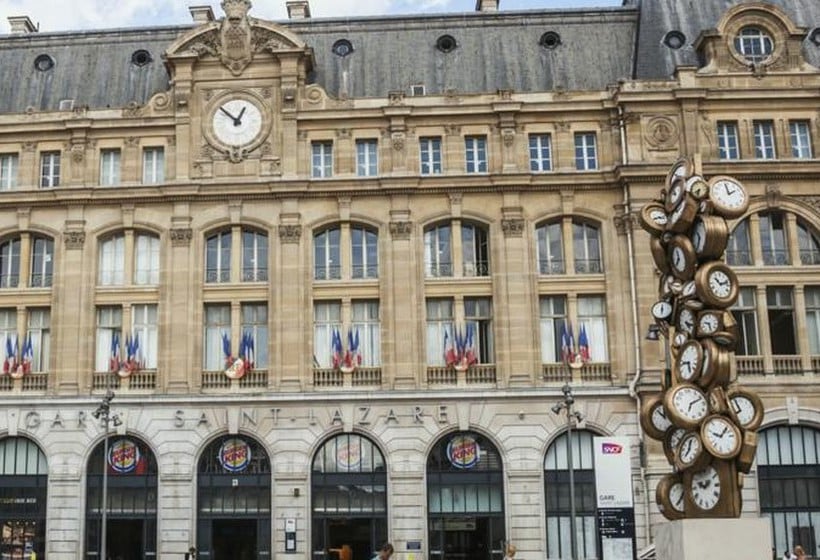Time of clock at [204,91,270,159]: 12:52
